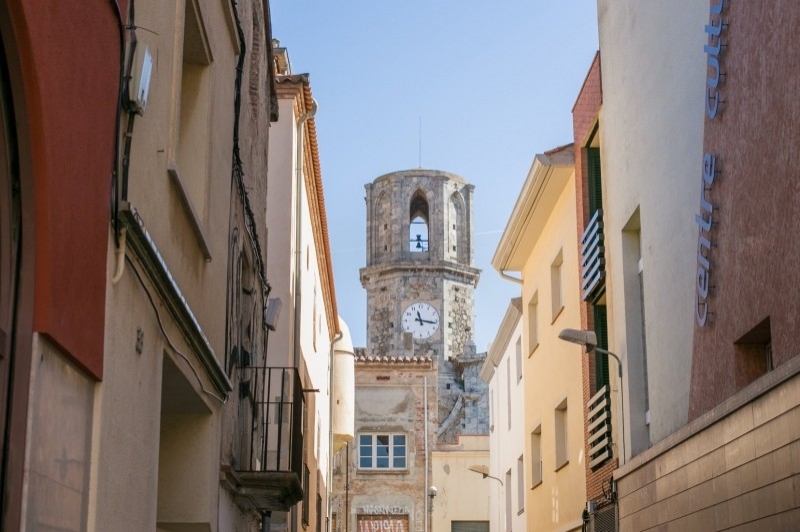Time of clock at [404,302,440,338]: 11:16
